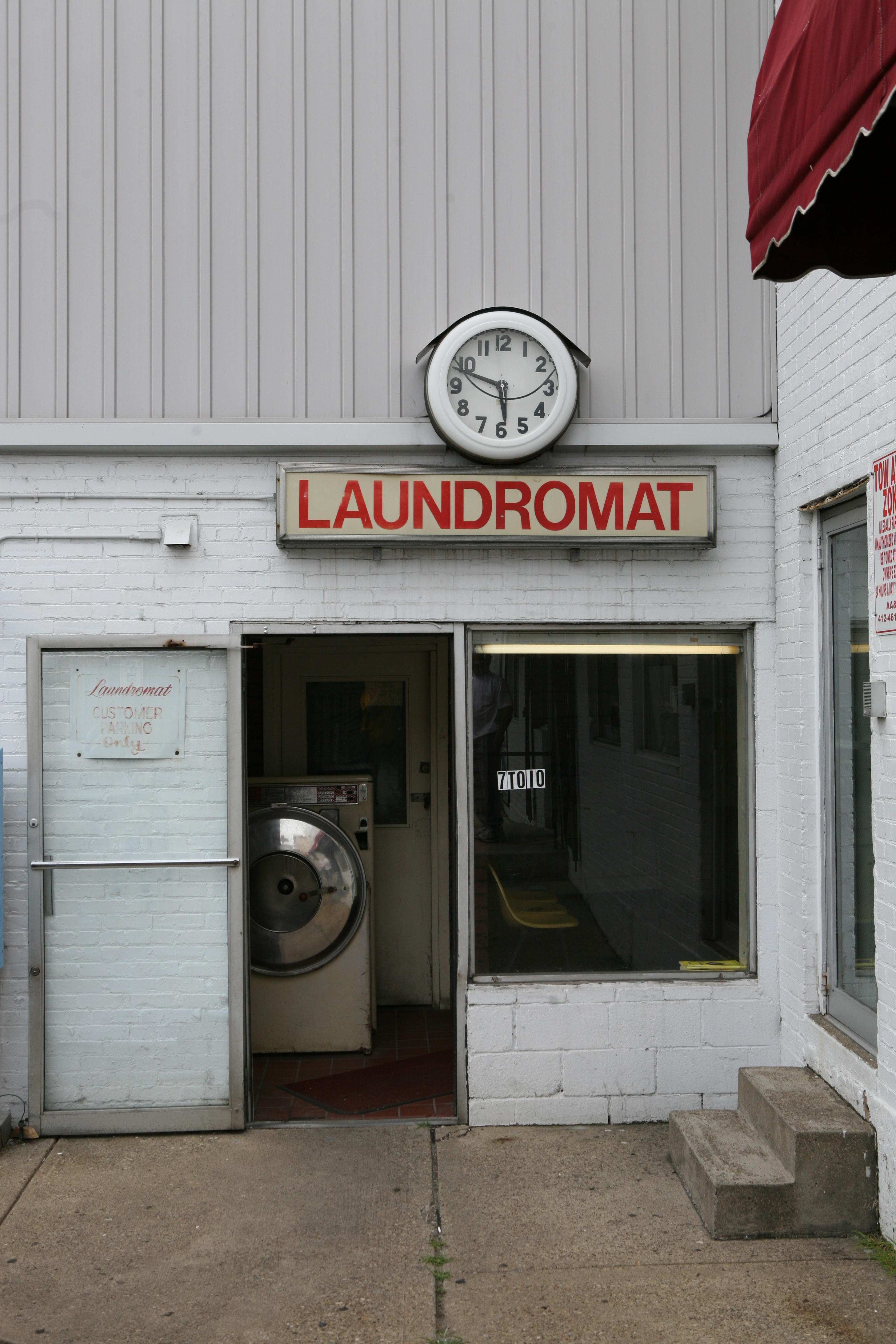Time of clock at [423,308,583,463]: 5:48
